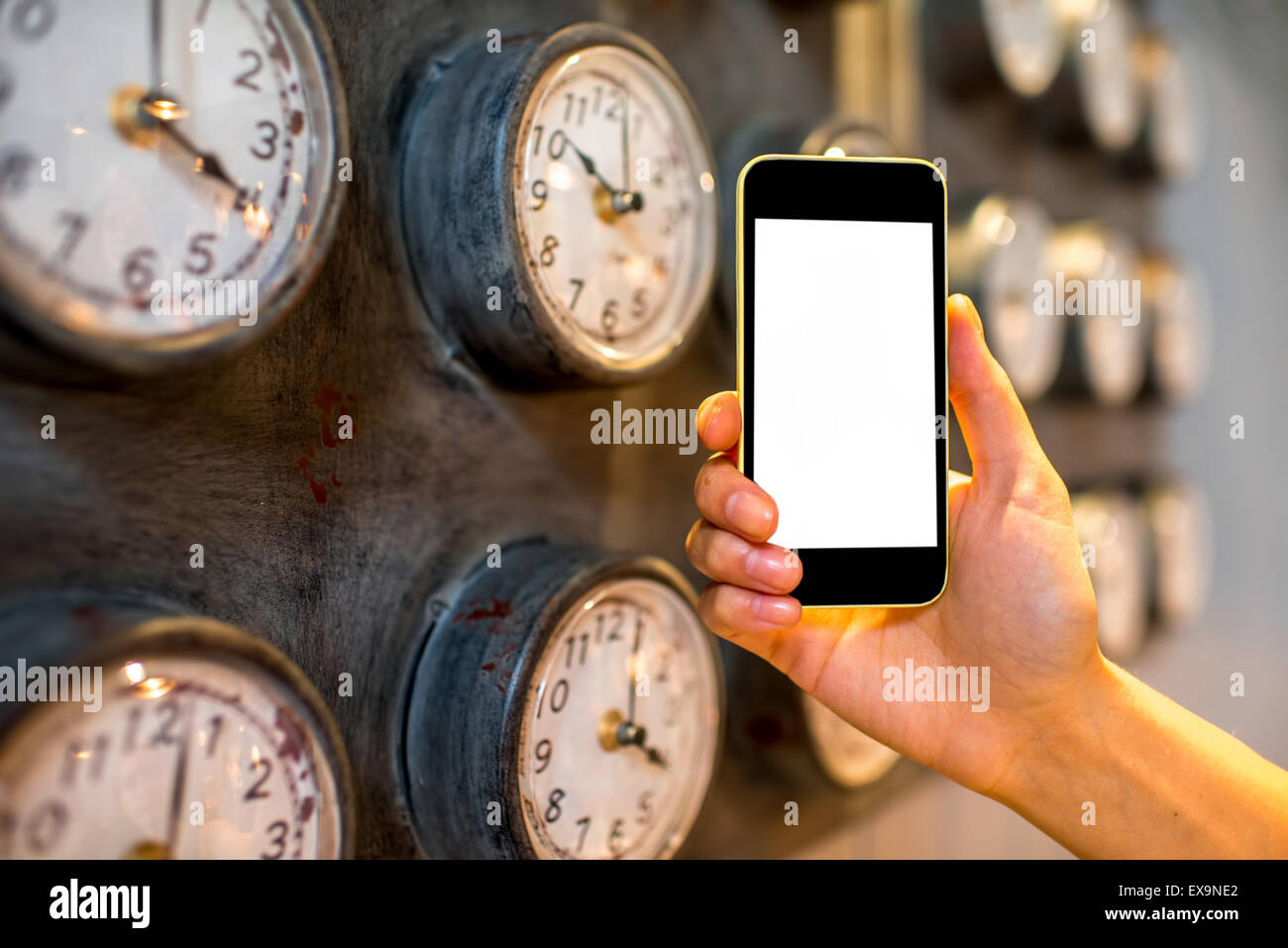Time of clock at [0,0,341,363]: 4:00
